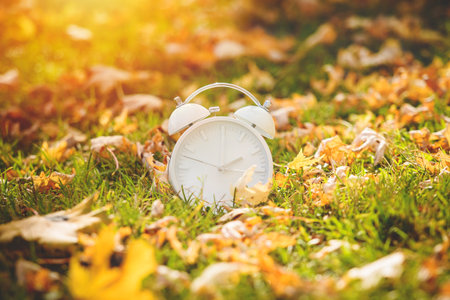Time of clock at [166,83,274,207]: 2:00
